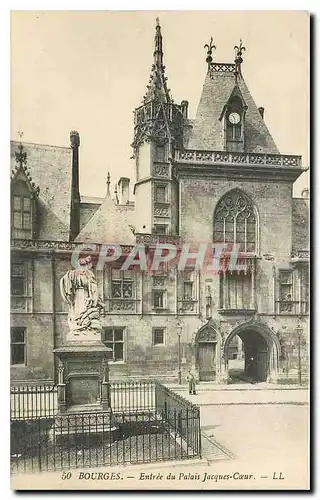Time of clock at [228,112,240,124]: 10:28
